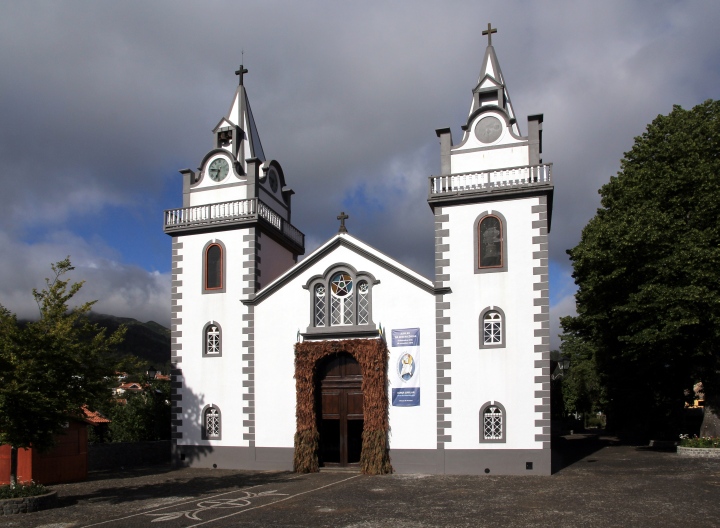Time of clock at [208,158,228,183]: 6:46
